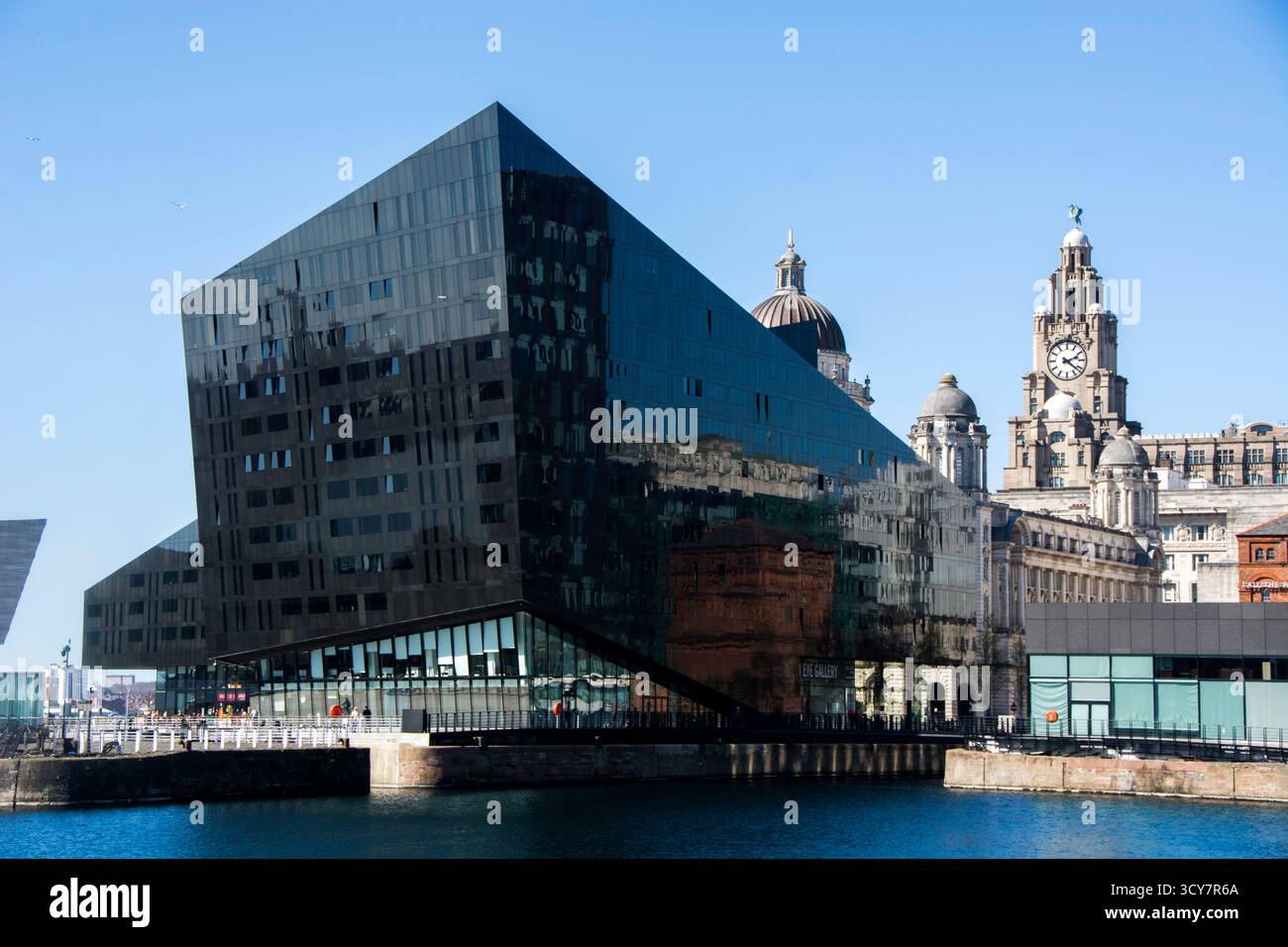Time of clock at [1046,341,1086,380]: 2:21
